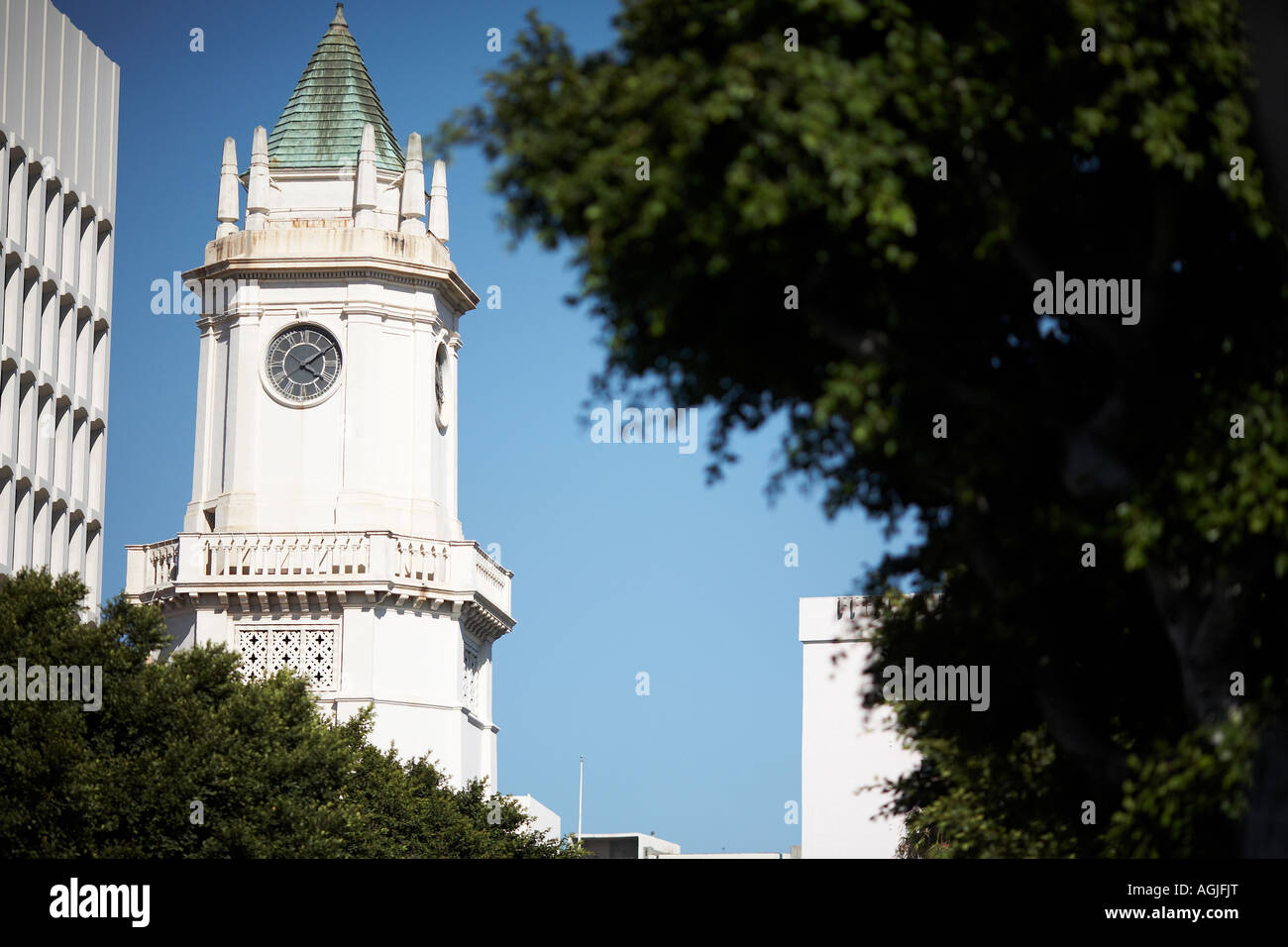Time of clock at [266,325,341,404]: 4:09
